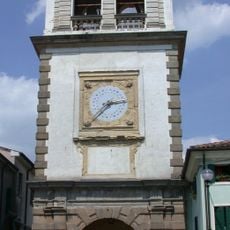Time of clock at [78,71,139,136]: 2:38
